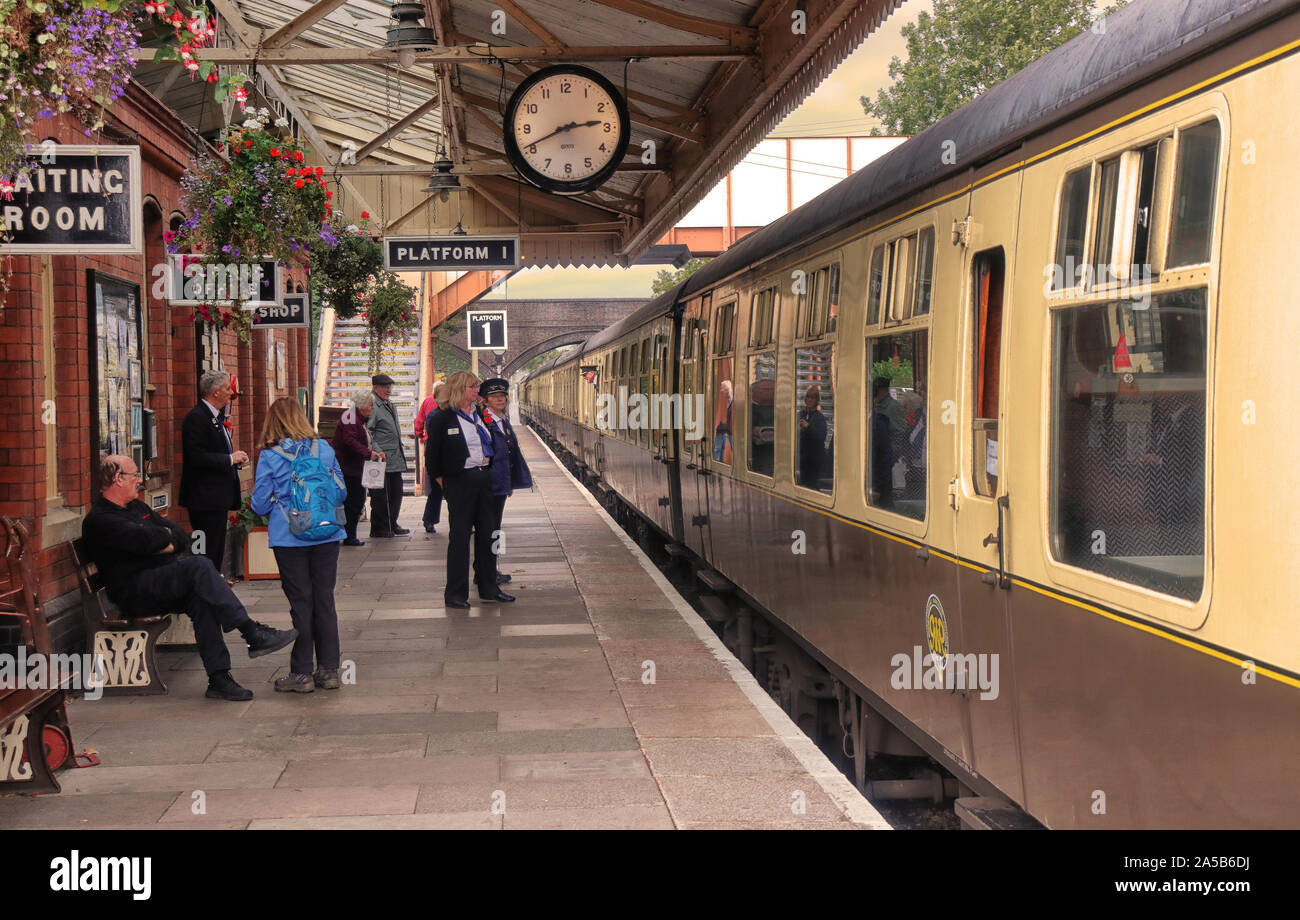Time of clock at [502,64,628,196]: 2:40
